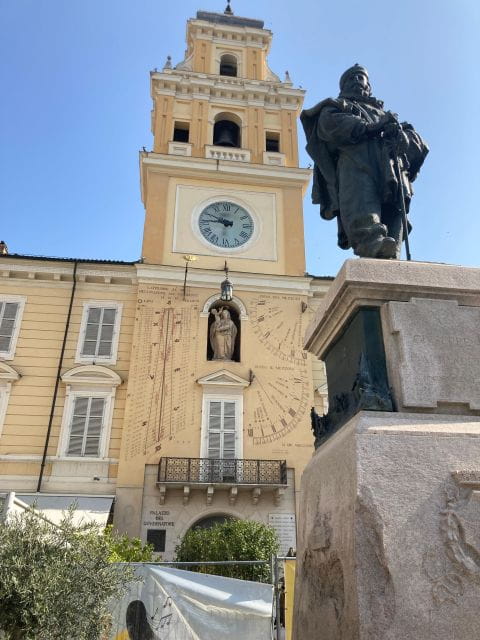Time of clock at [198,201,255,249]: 9:45
